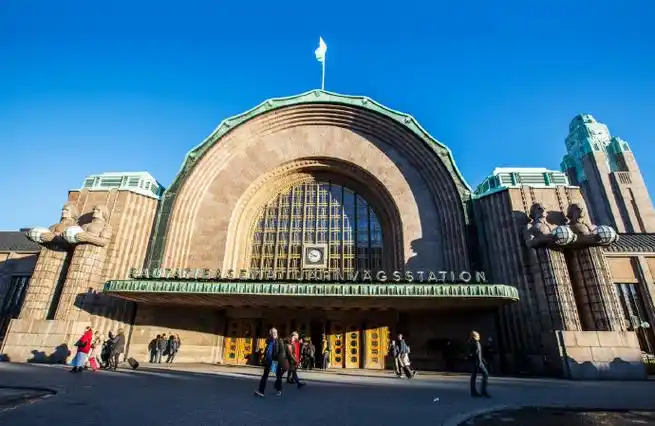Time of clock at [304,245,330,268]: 8:49
